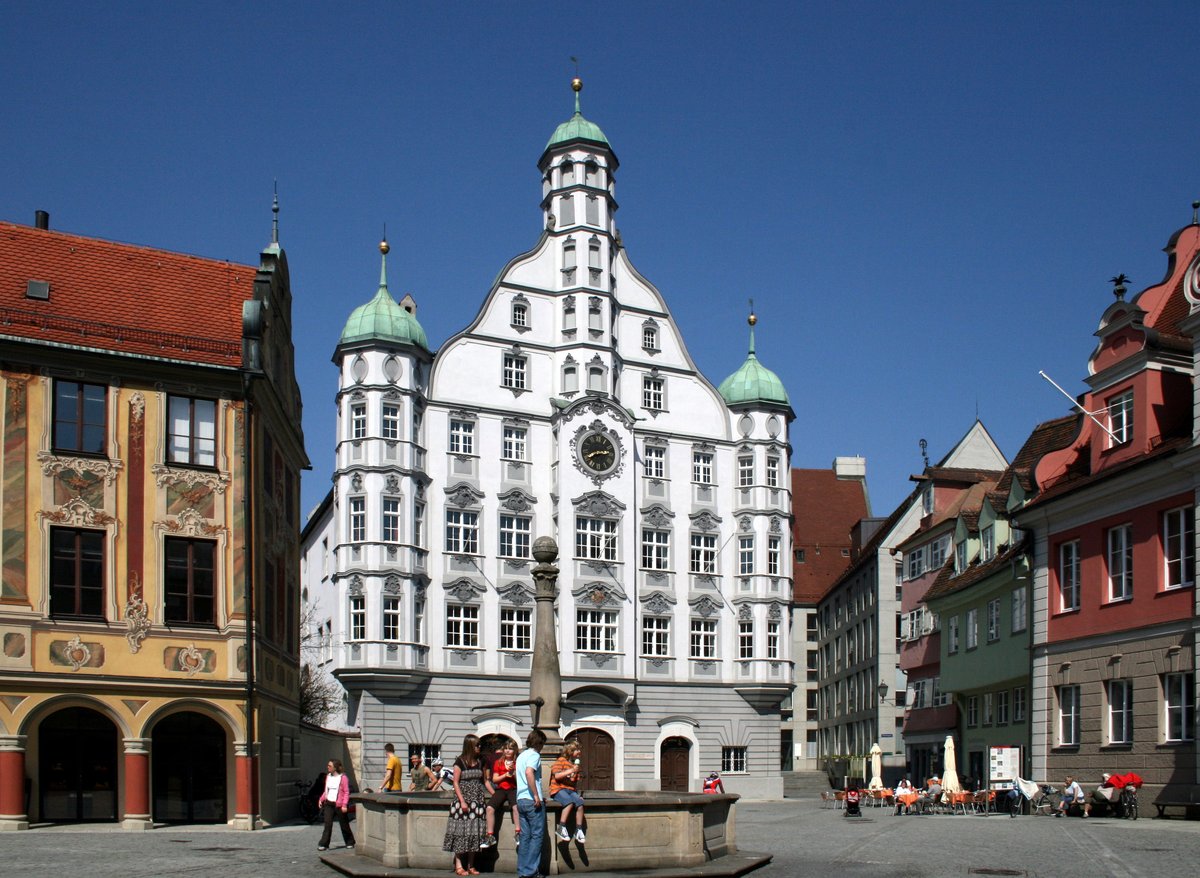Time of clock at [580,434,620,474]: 2:40
